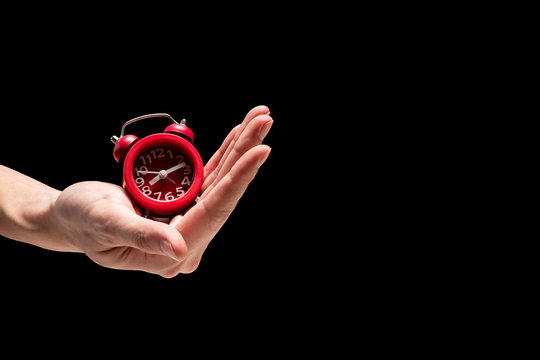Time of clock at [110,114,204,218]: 8:12
